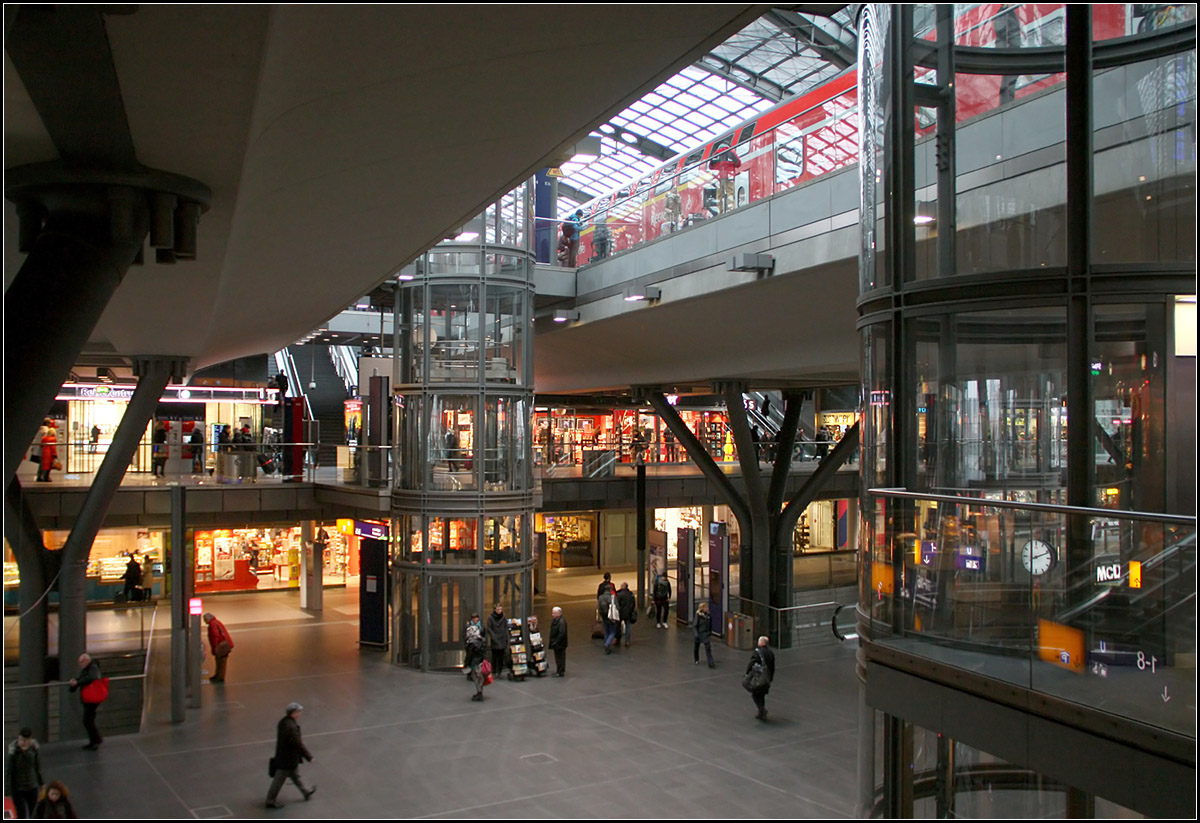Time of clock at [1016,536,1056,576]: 8:11
